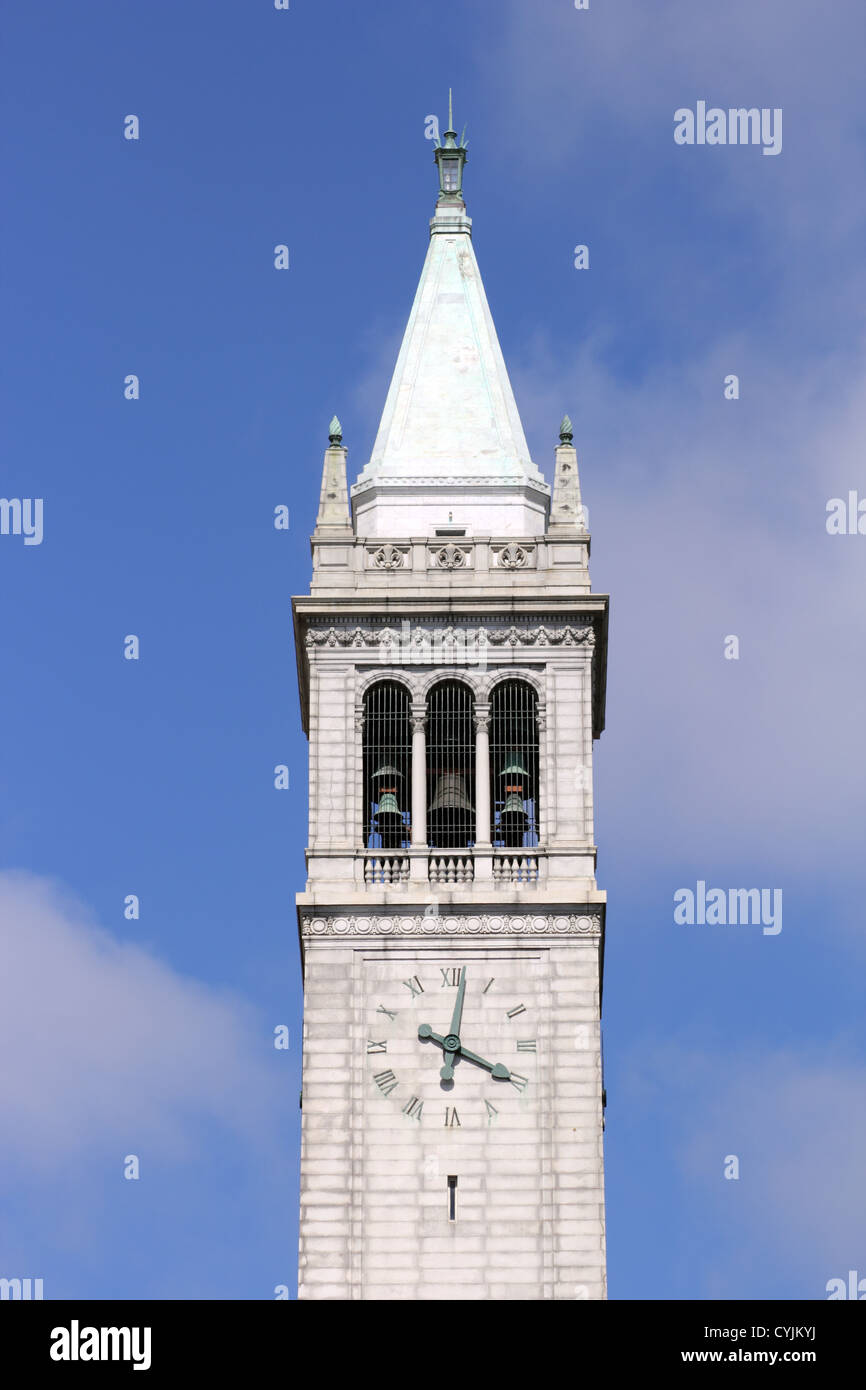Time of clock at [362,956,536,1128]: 4:01
